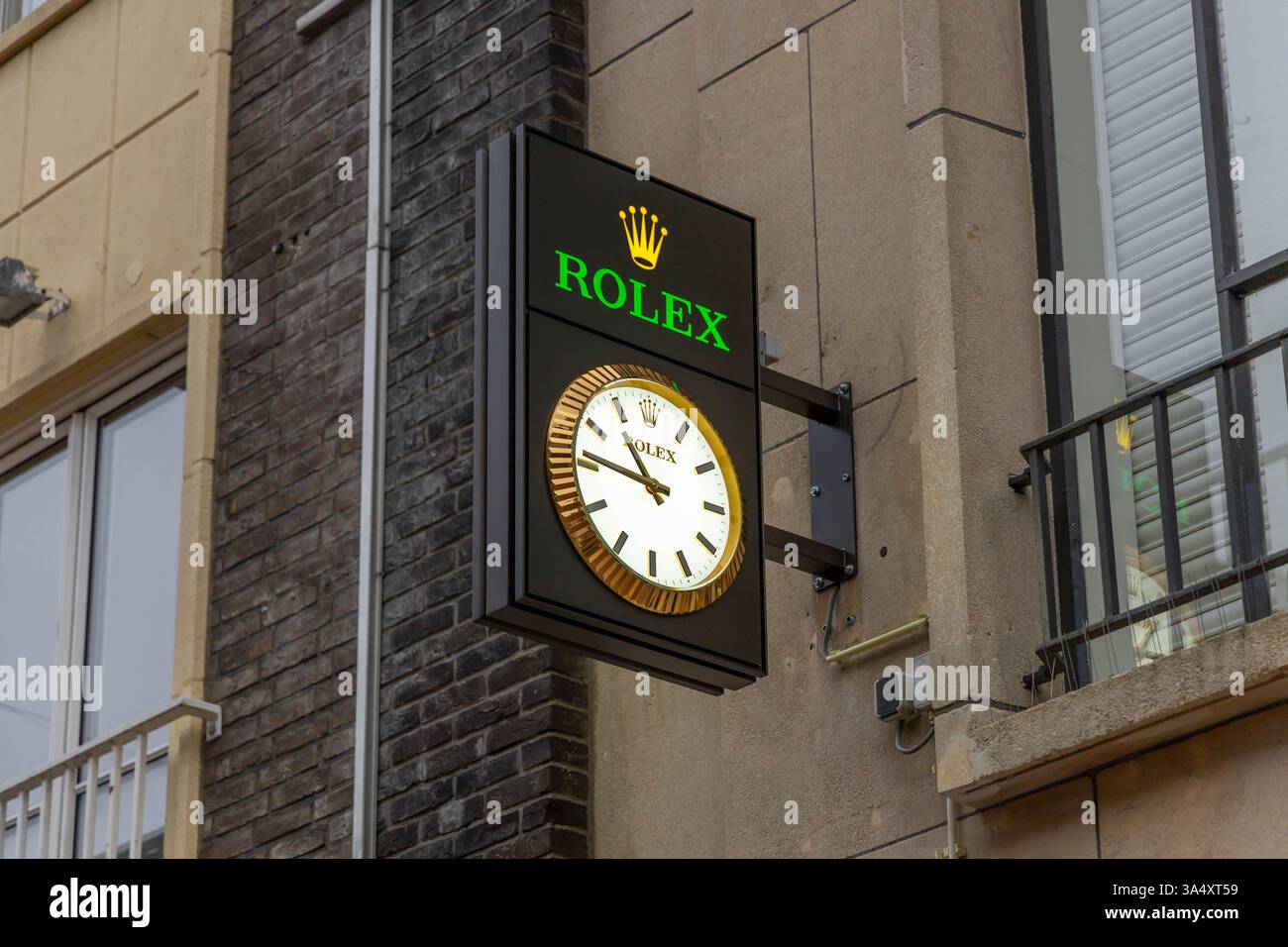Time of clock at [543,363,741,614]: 10:46
